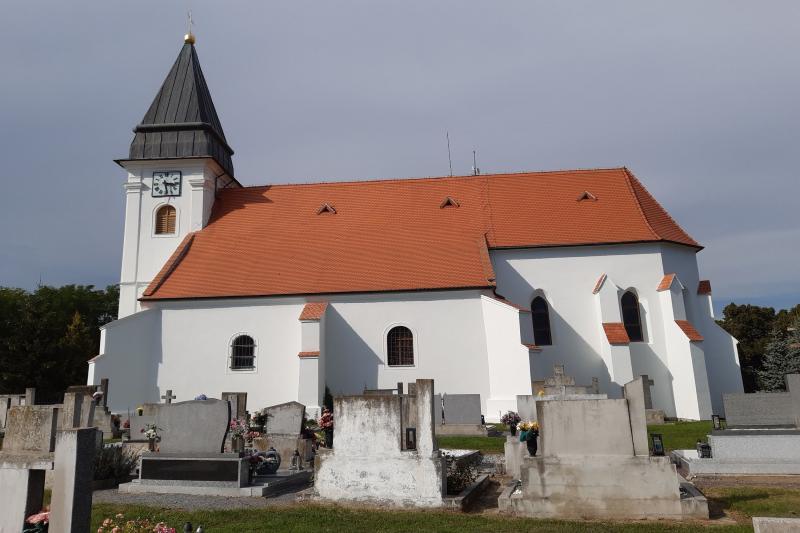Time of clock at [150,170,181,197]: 3:28
